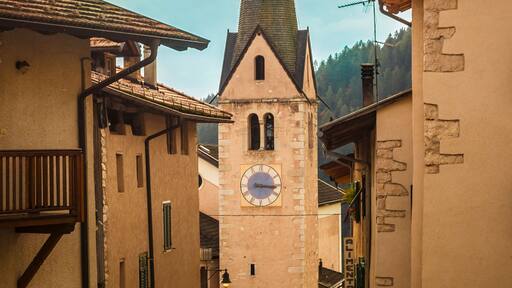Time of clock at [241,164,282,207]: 3:16
